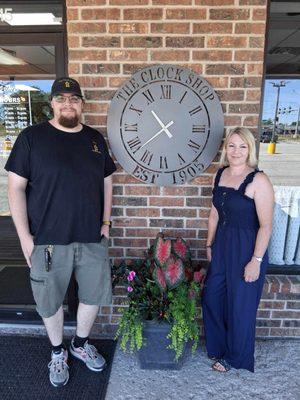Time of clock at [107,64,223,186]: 10:38
